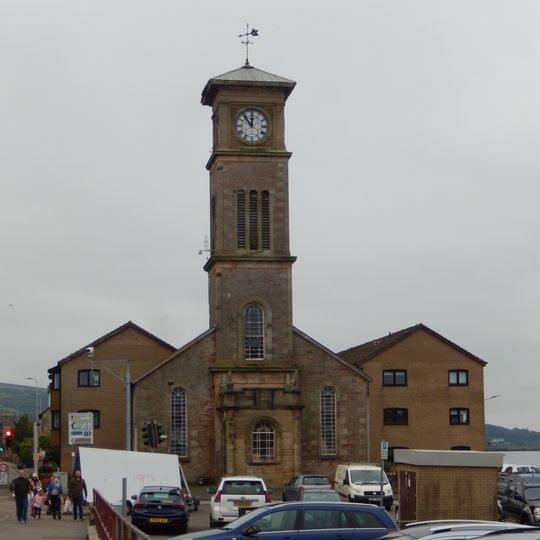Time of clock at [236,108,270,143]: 11:53
